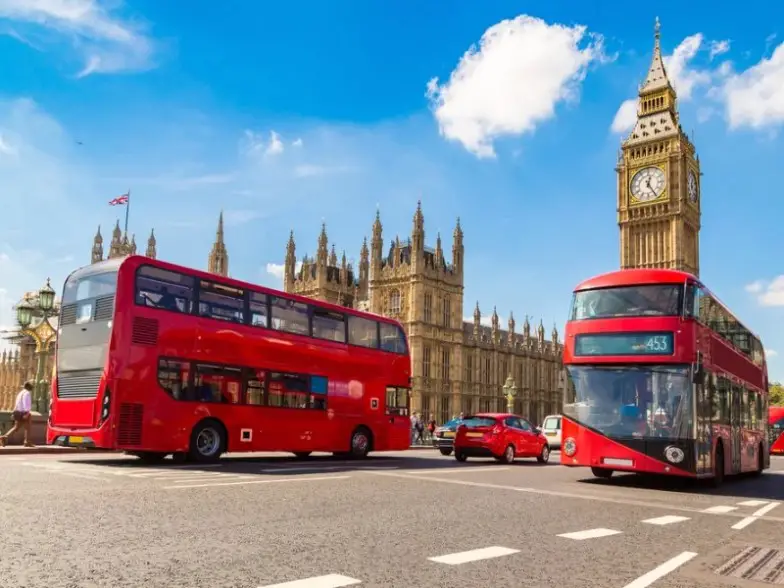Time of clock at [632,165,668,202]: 12:24
